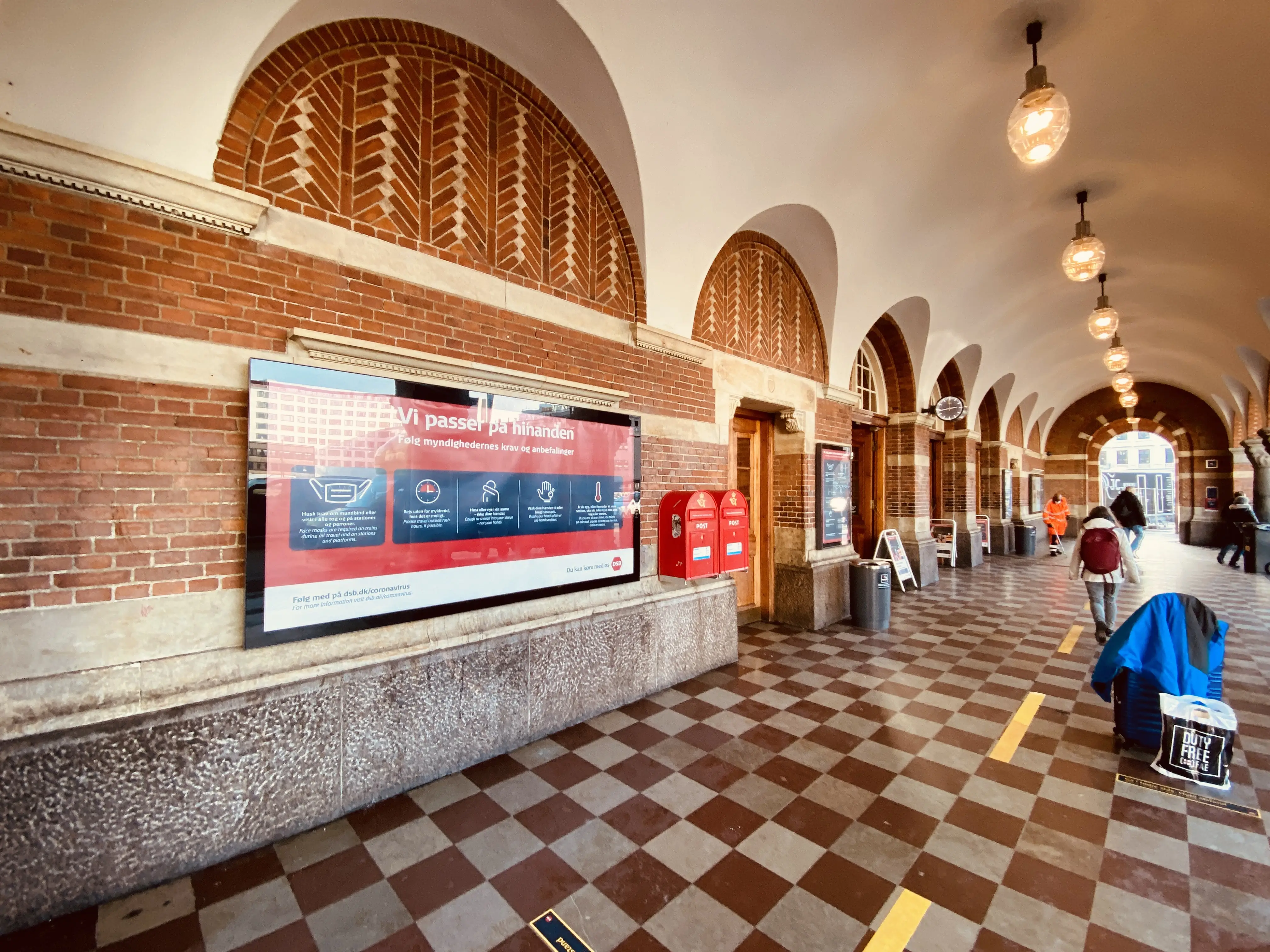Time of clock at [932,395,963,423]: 2:42
